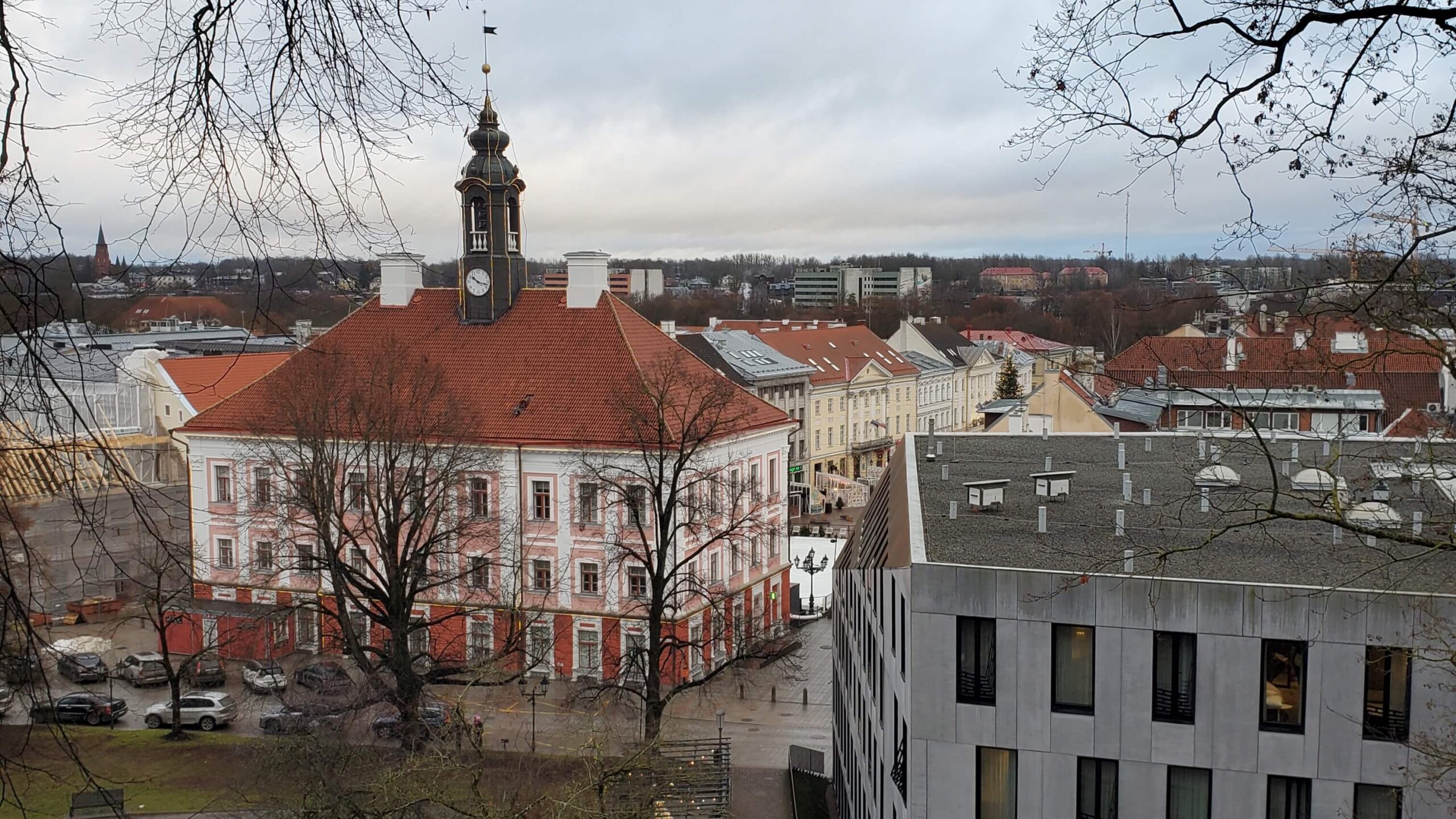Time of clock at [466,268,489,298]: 10:17
